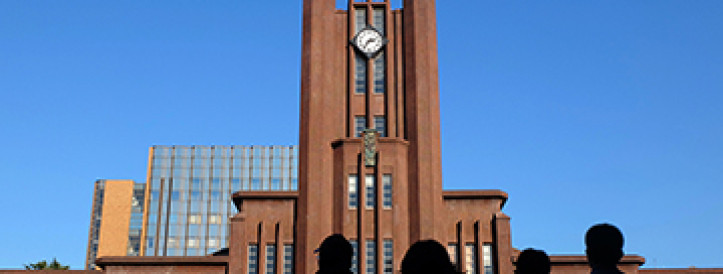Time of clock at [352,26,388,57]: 2:36
